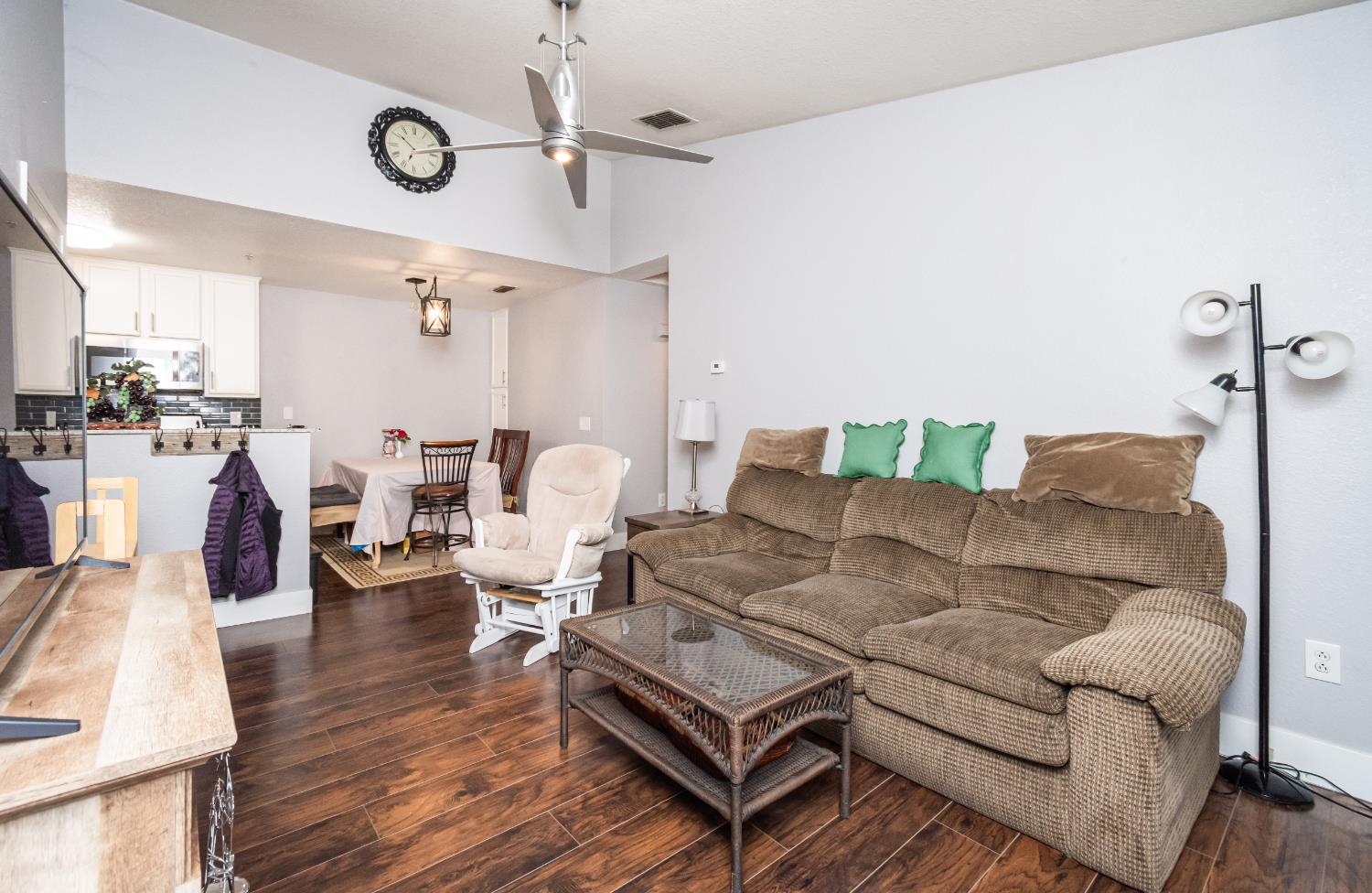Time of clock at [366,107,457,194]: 10:12
